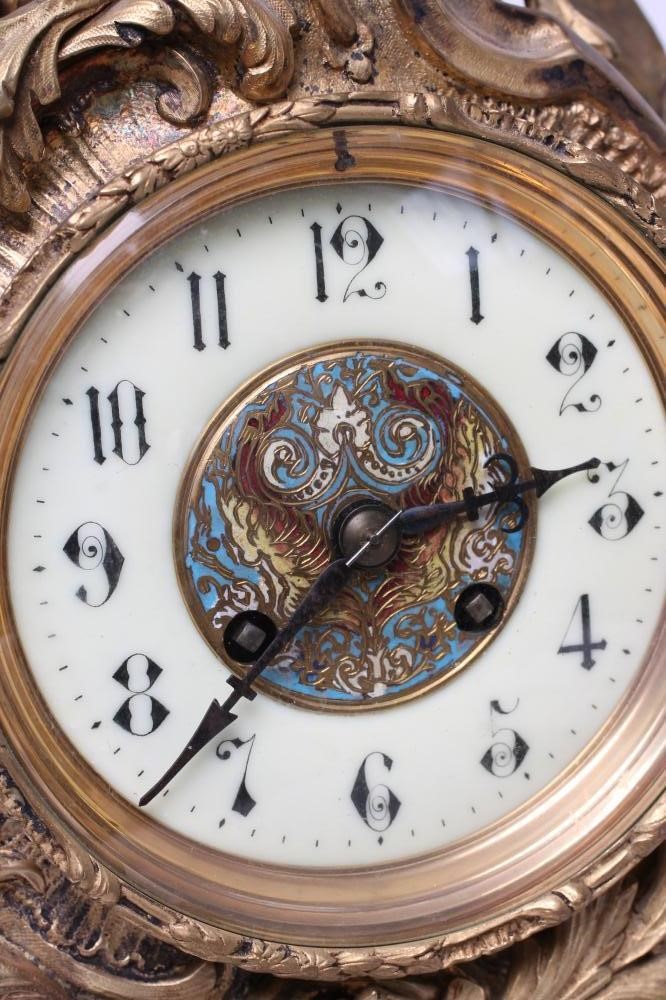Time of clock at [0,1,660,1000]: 2:37
